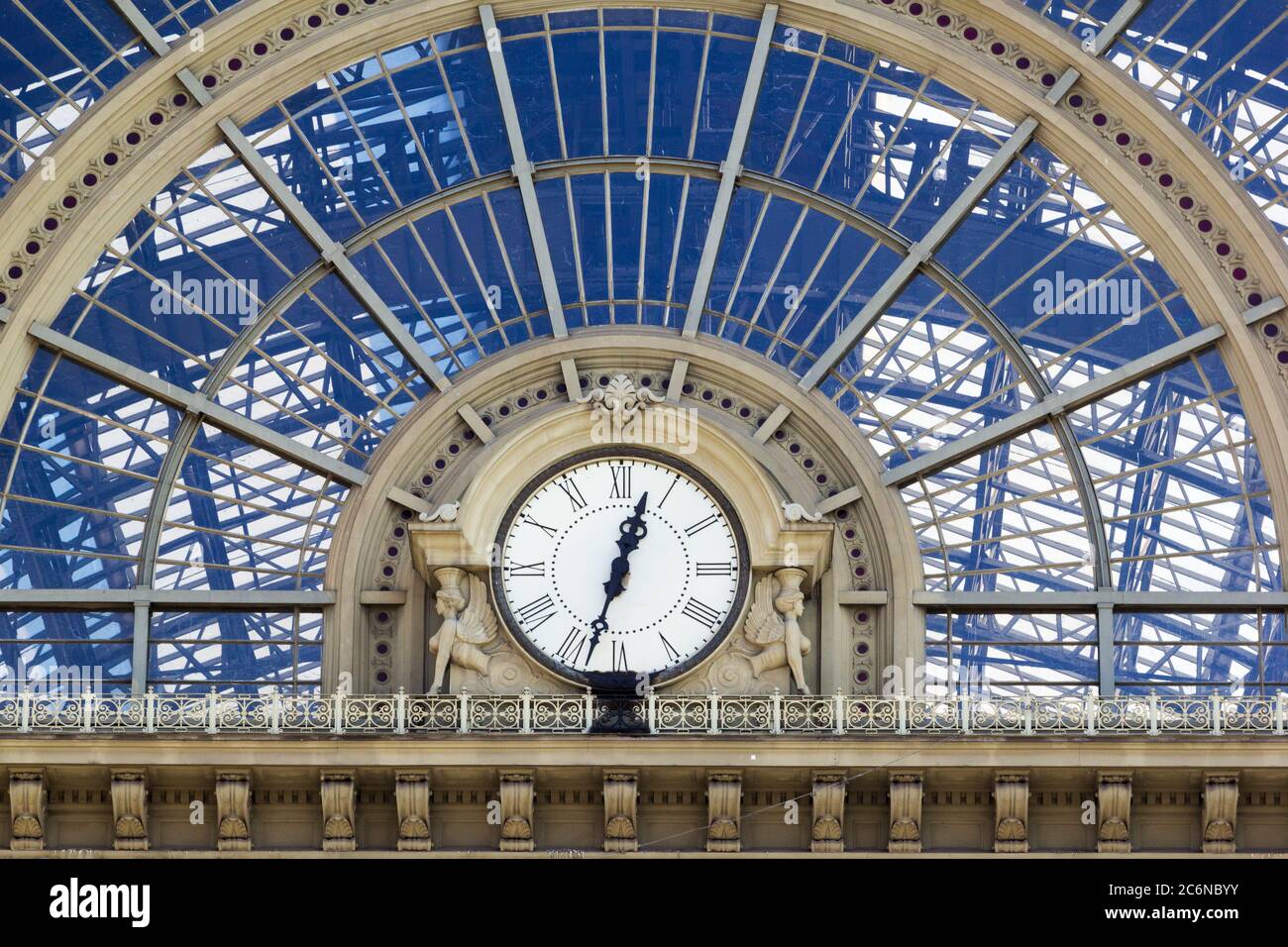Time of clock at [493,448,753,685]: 12:32
